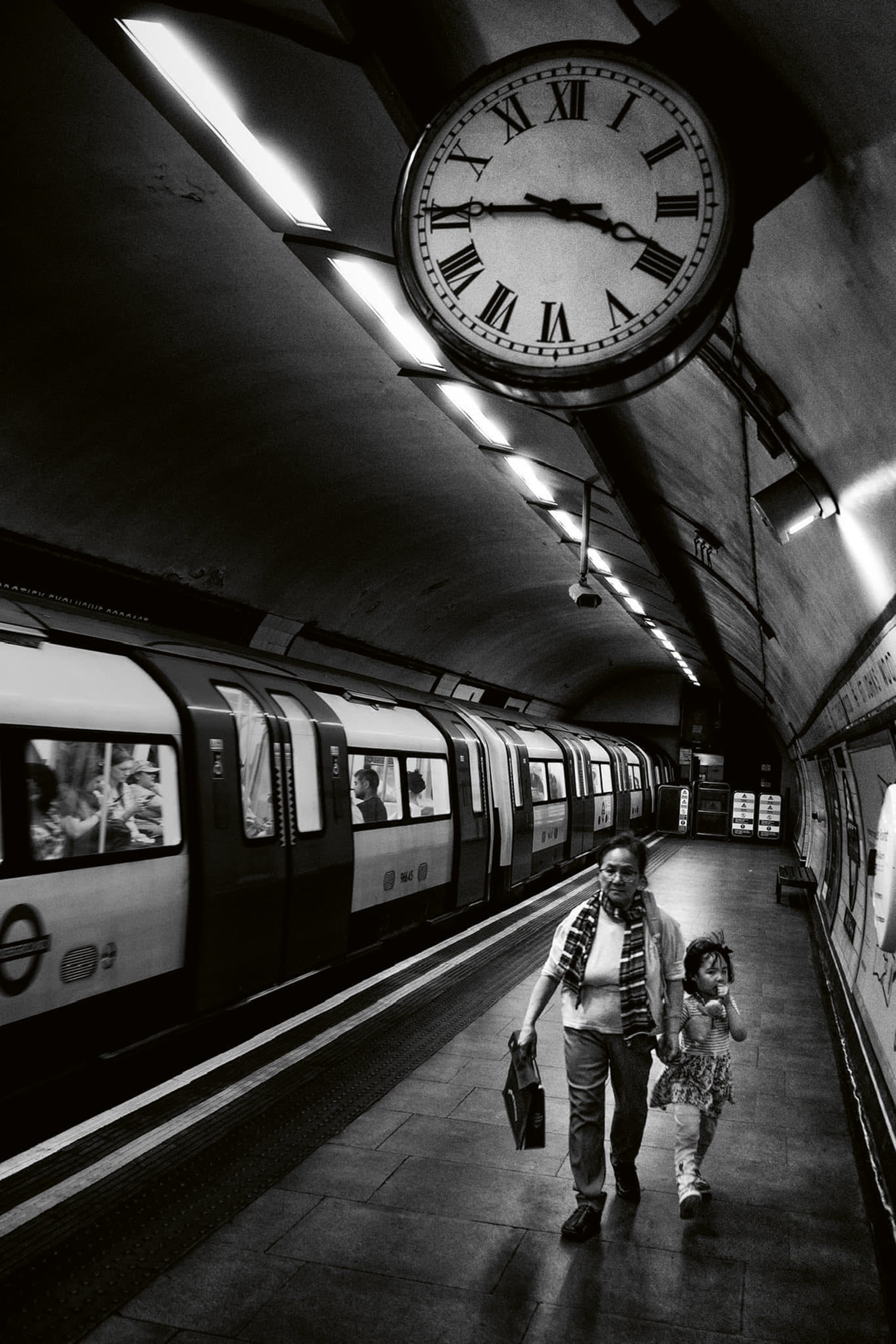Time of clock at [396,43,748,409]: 3:45
